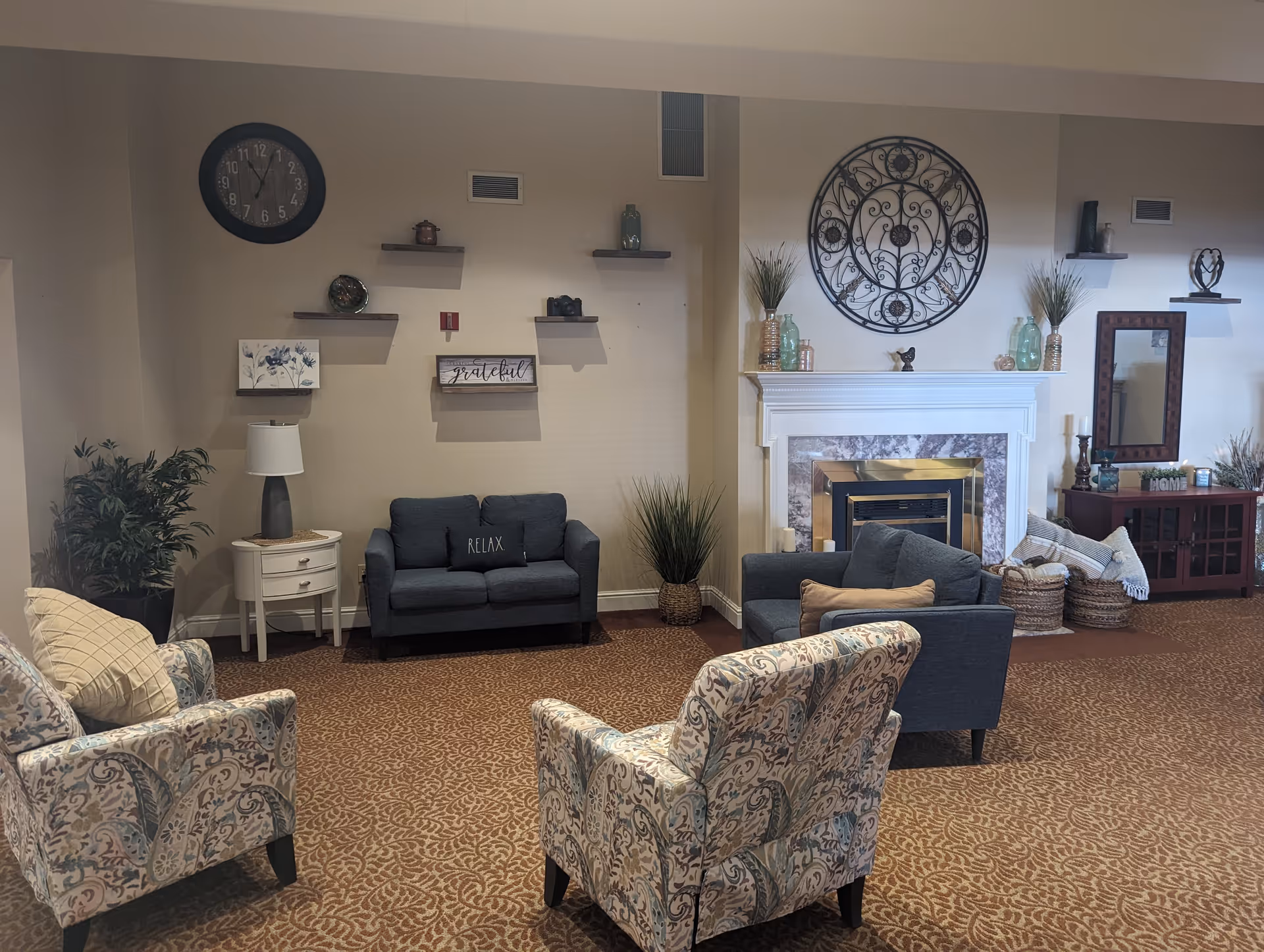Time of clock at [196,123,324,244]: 11:03
